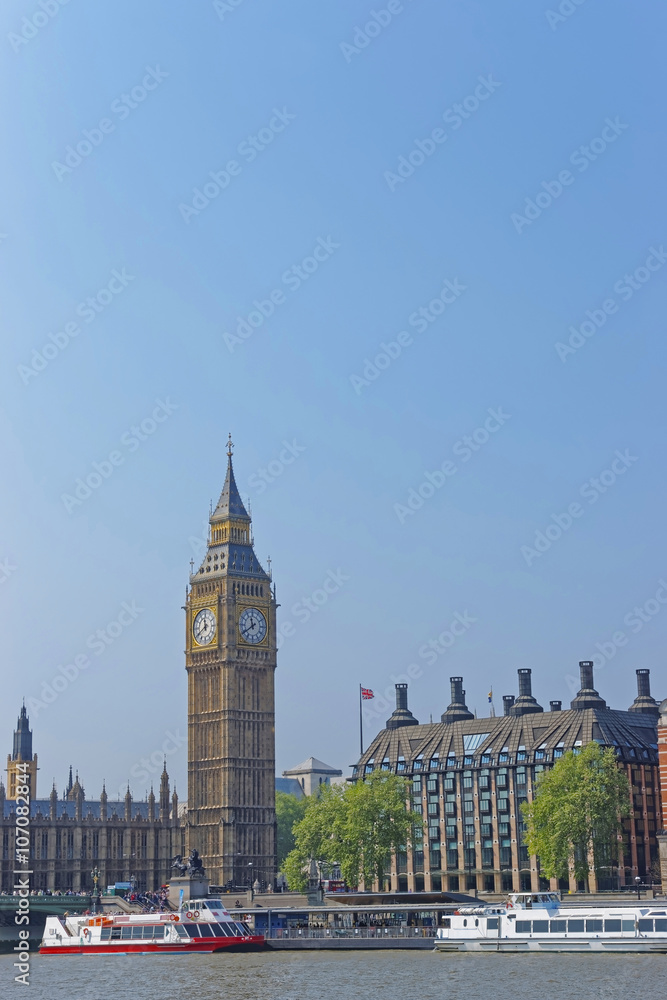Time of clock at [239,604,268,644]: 11:39
